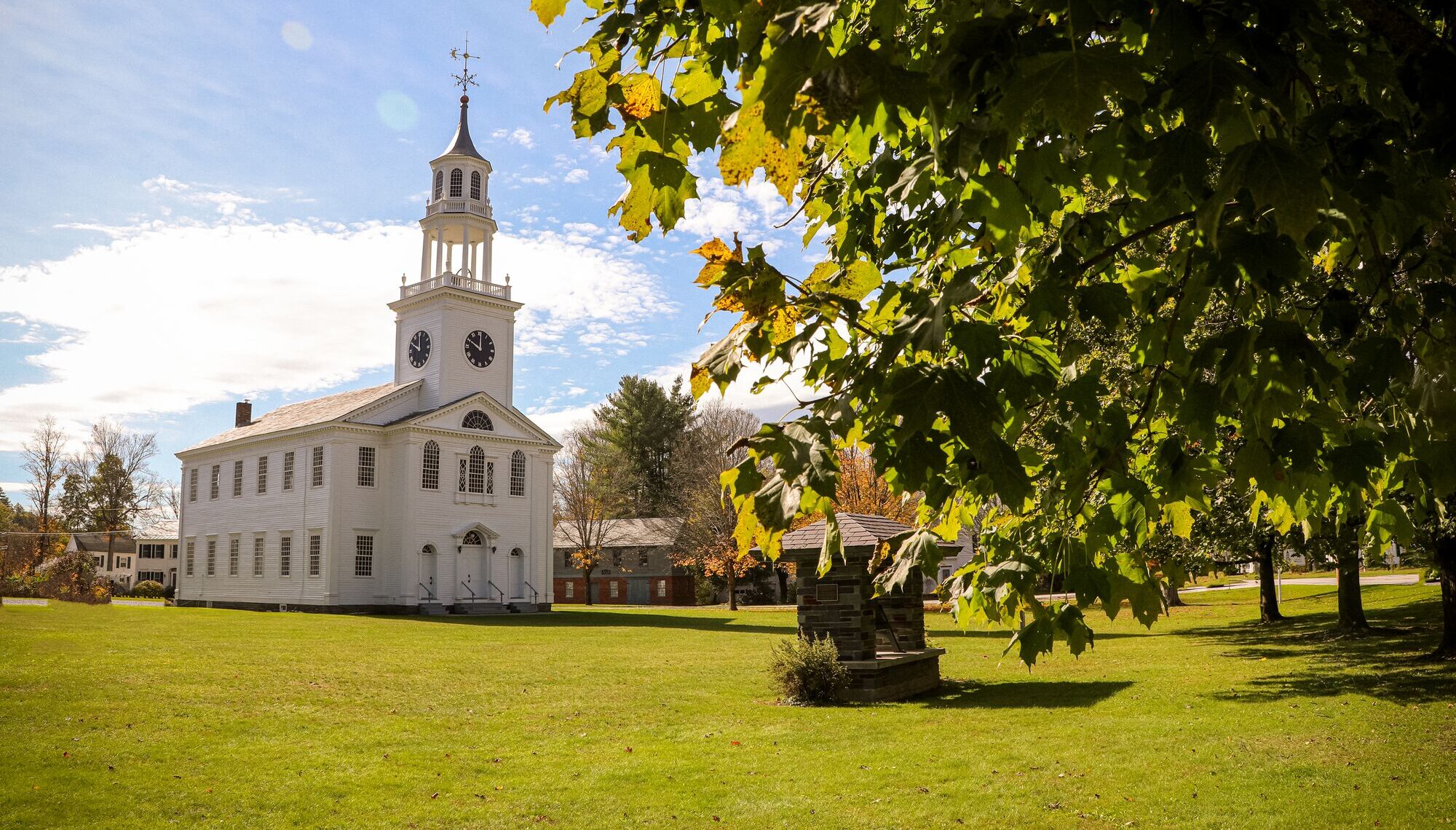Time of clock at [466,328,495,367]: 10:00
